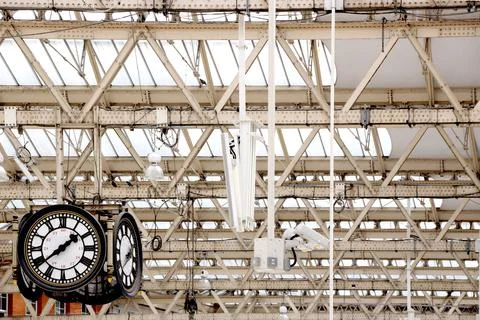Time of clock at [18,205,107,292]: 1:38
